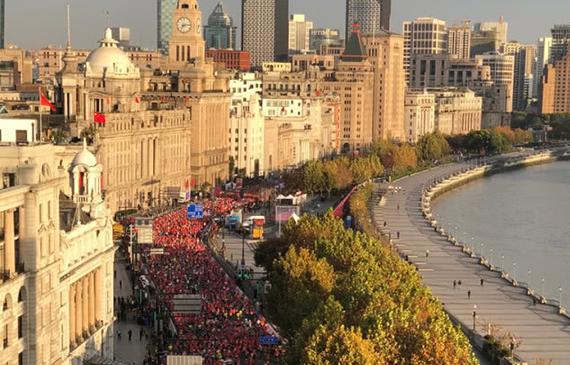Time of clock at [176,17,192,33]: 7:13
